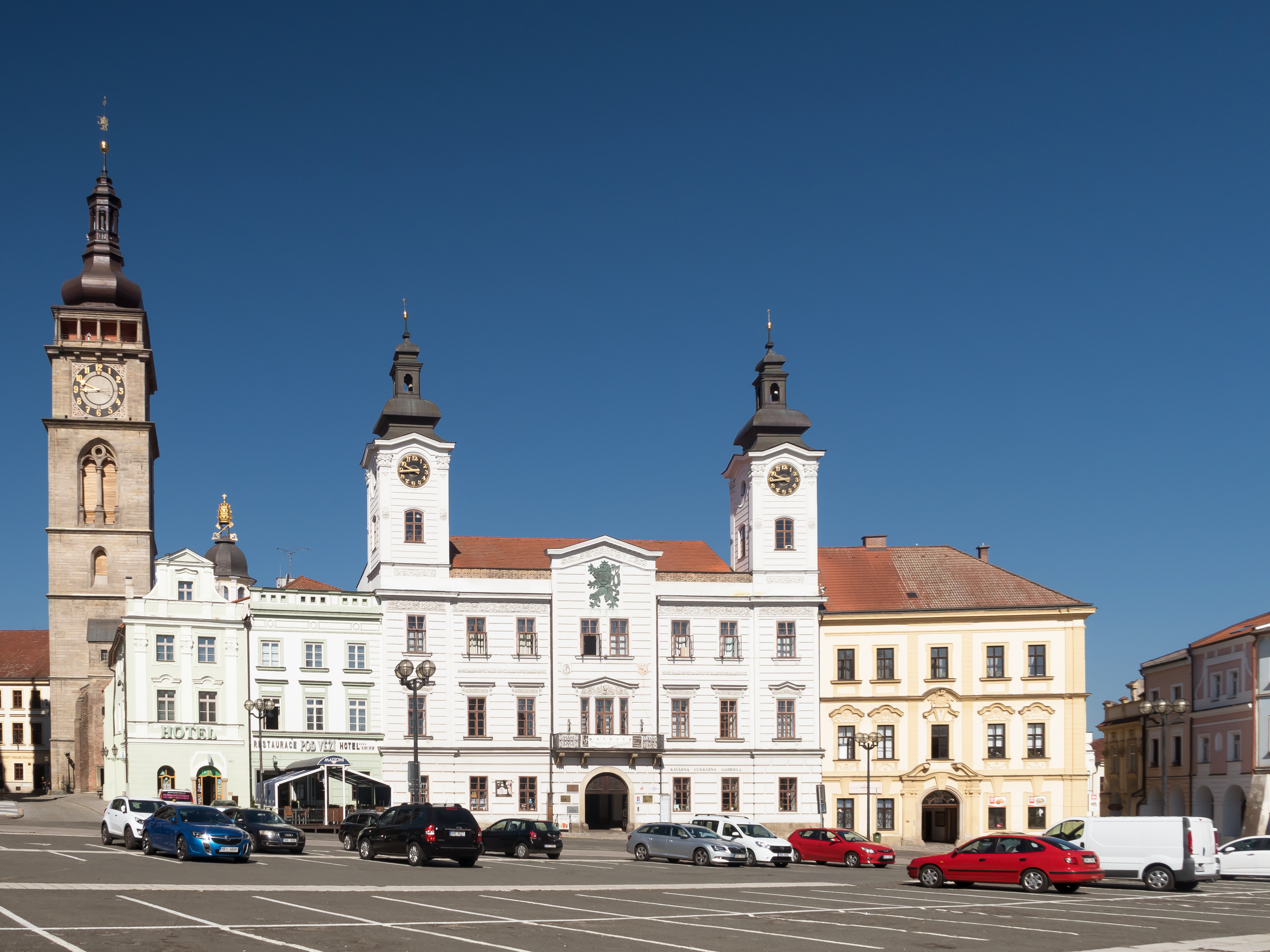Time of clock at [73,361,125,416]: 8:48
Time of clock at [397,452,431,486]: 9:43
